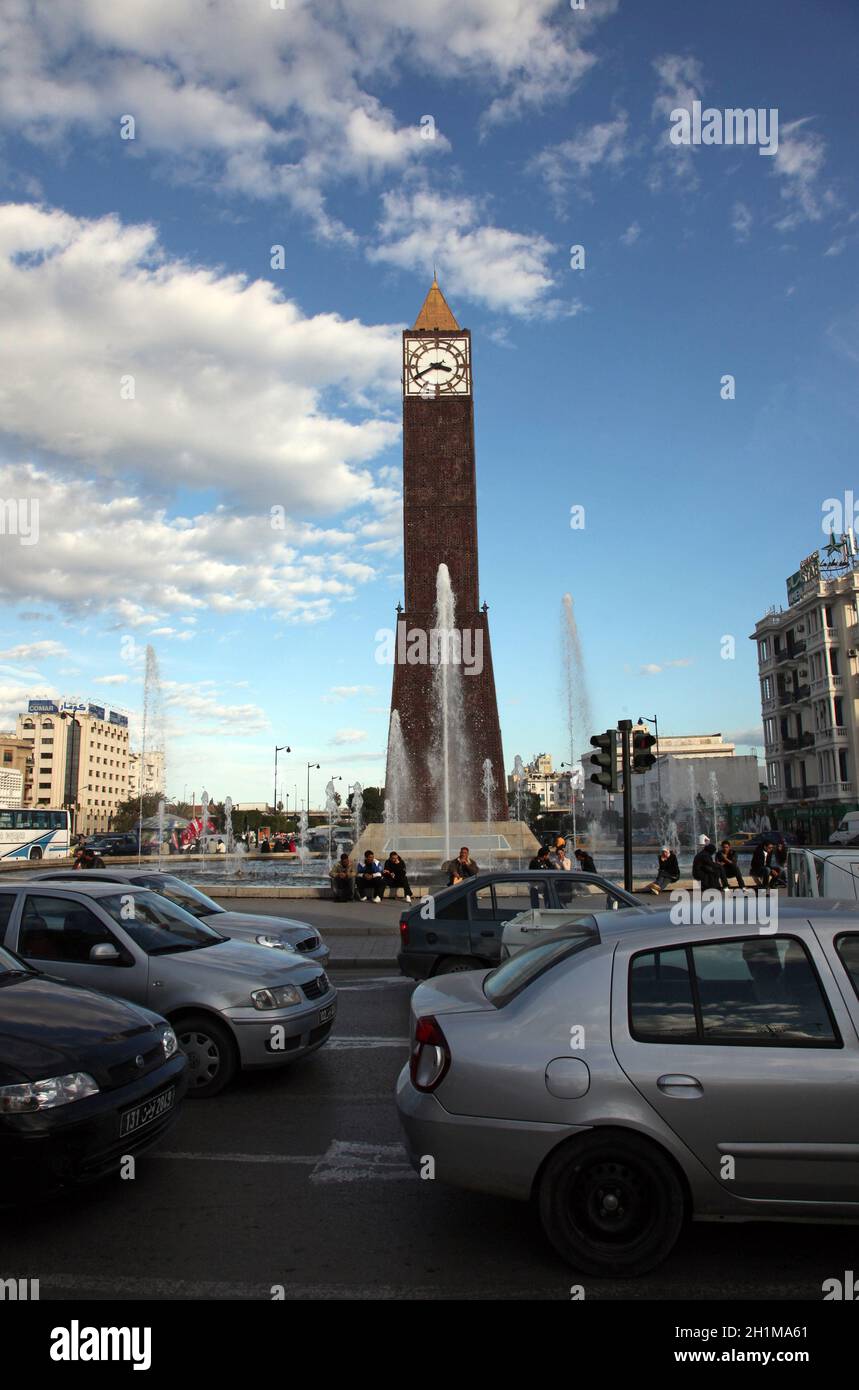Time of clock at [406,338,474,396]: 3:40
